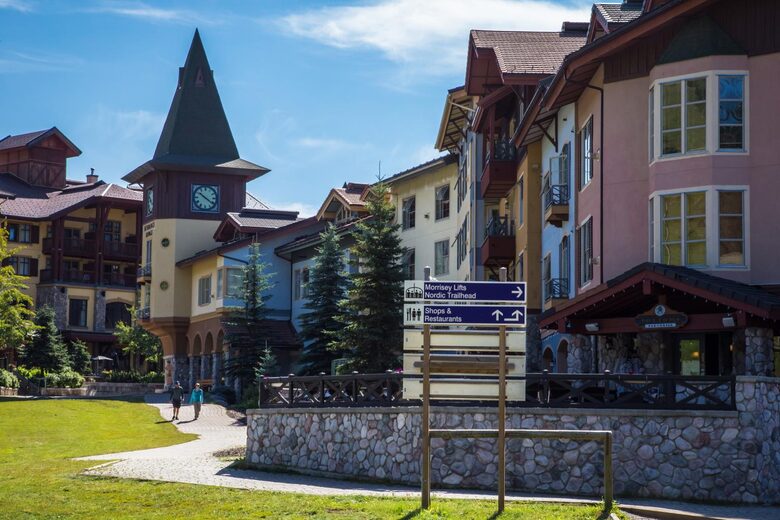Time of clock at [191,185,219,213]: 10:21
